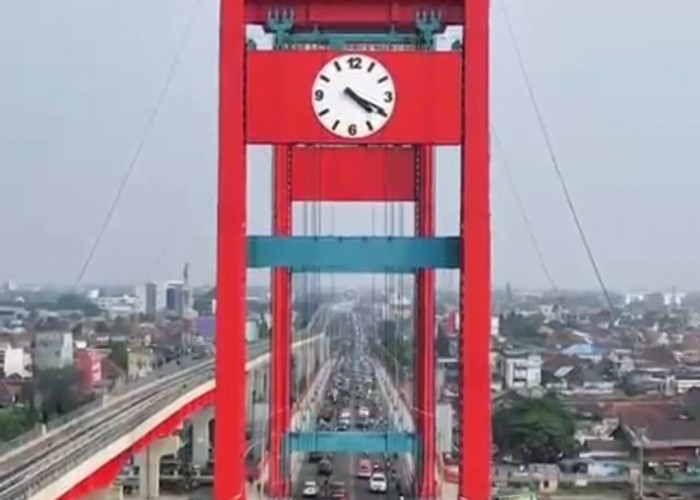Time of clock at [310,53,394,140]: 4:19
